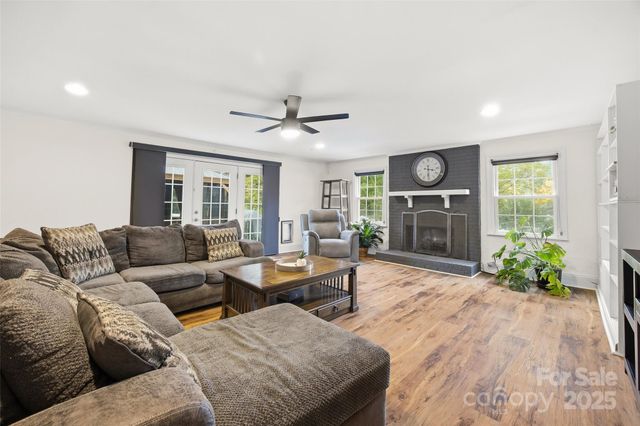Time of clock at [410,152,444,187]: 3:30
